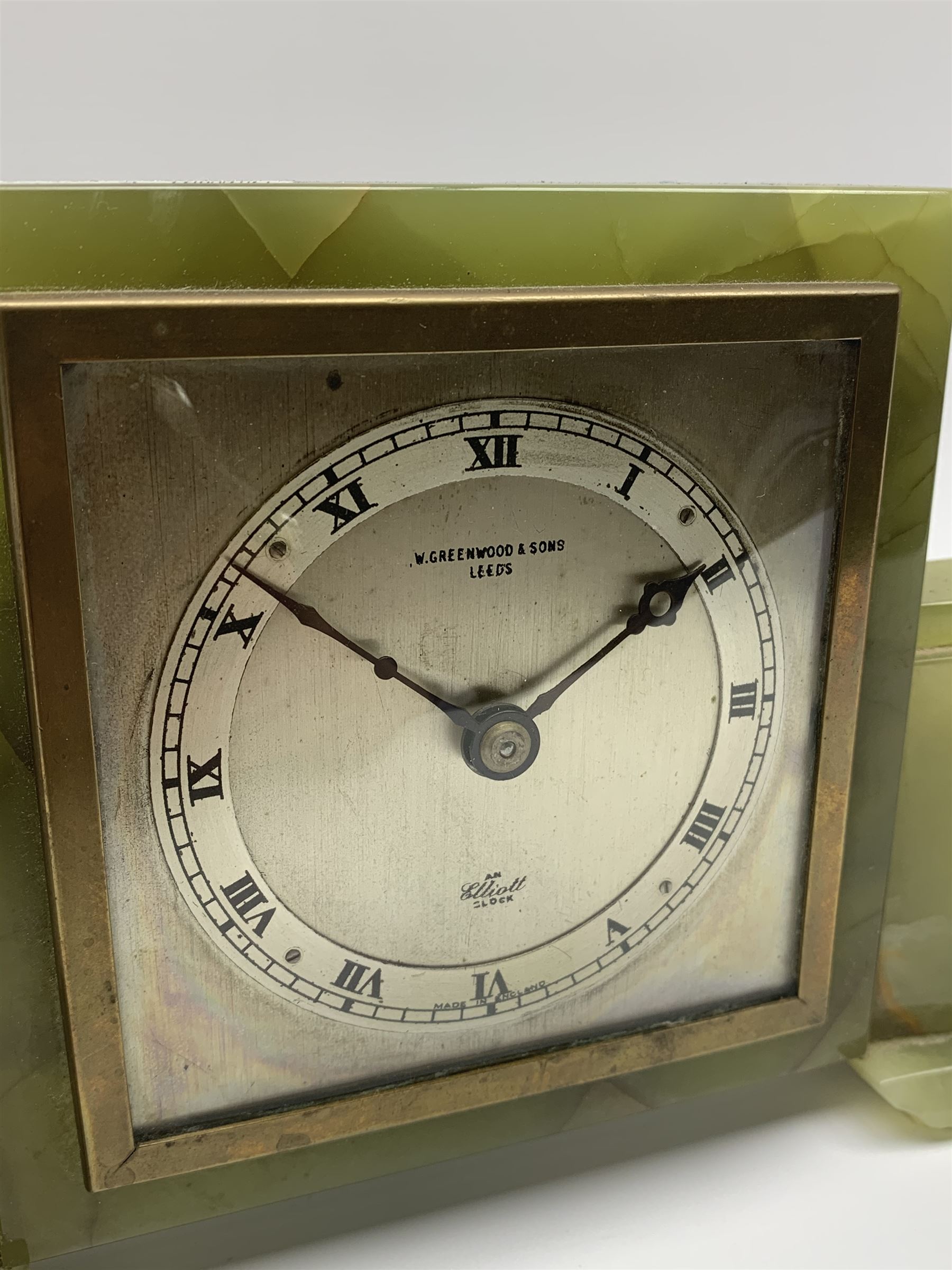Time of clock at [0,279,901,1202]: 1:51
